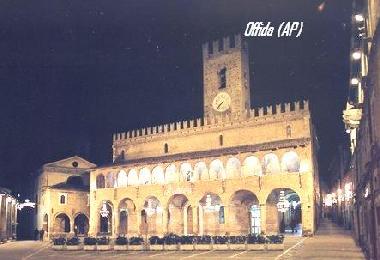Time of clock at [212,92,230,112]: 7:37
